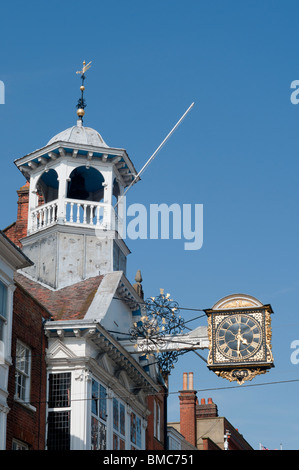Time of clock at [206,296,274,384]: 4:30
